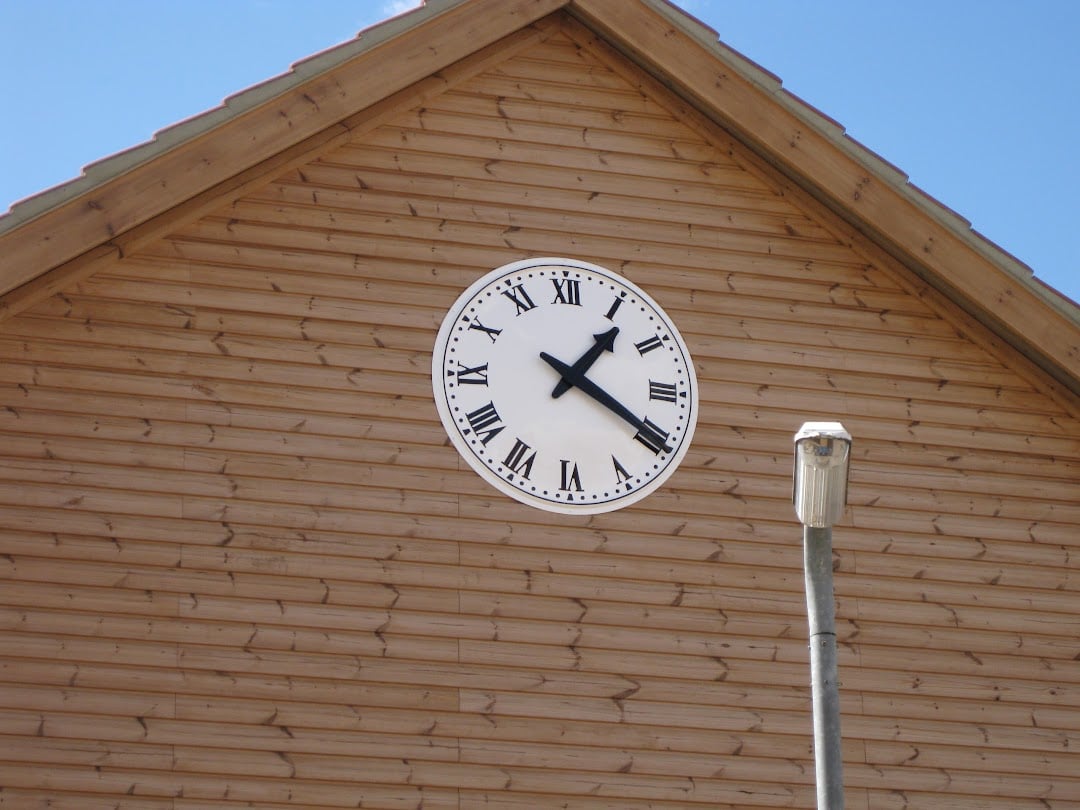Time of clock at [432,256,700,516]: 1:20
